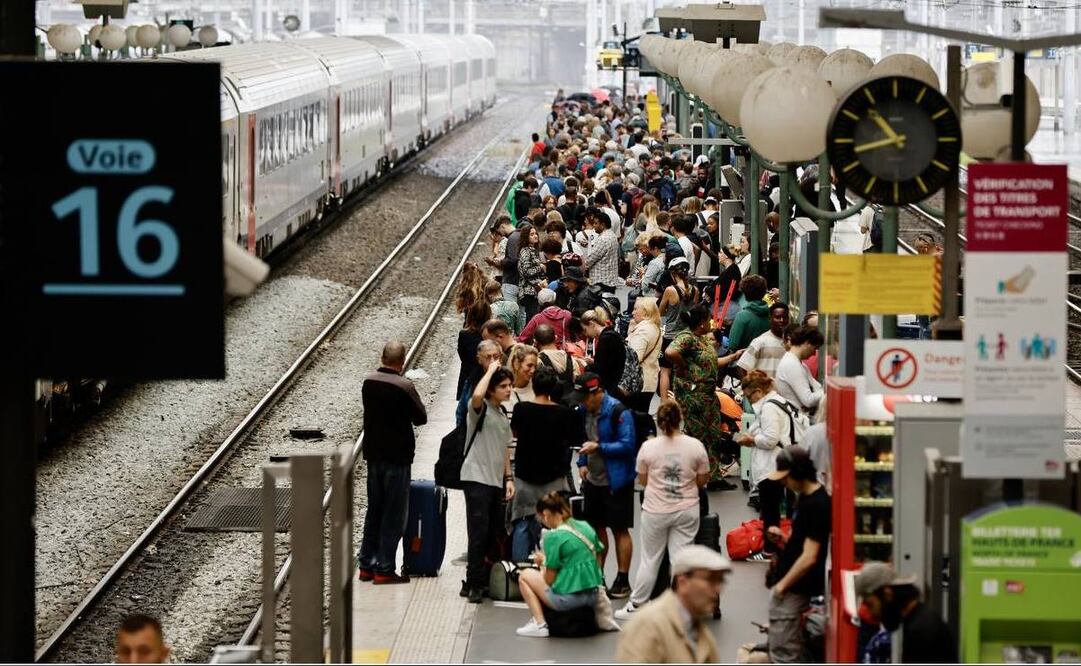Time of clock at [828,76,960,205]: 10:42
